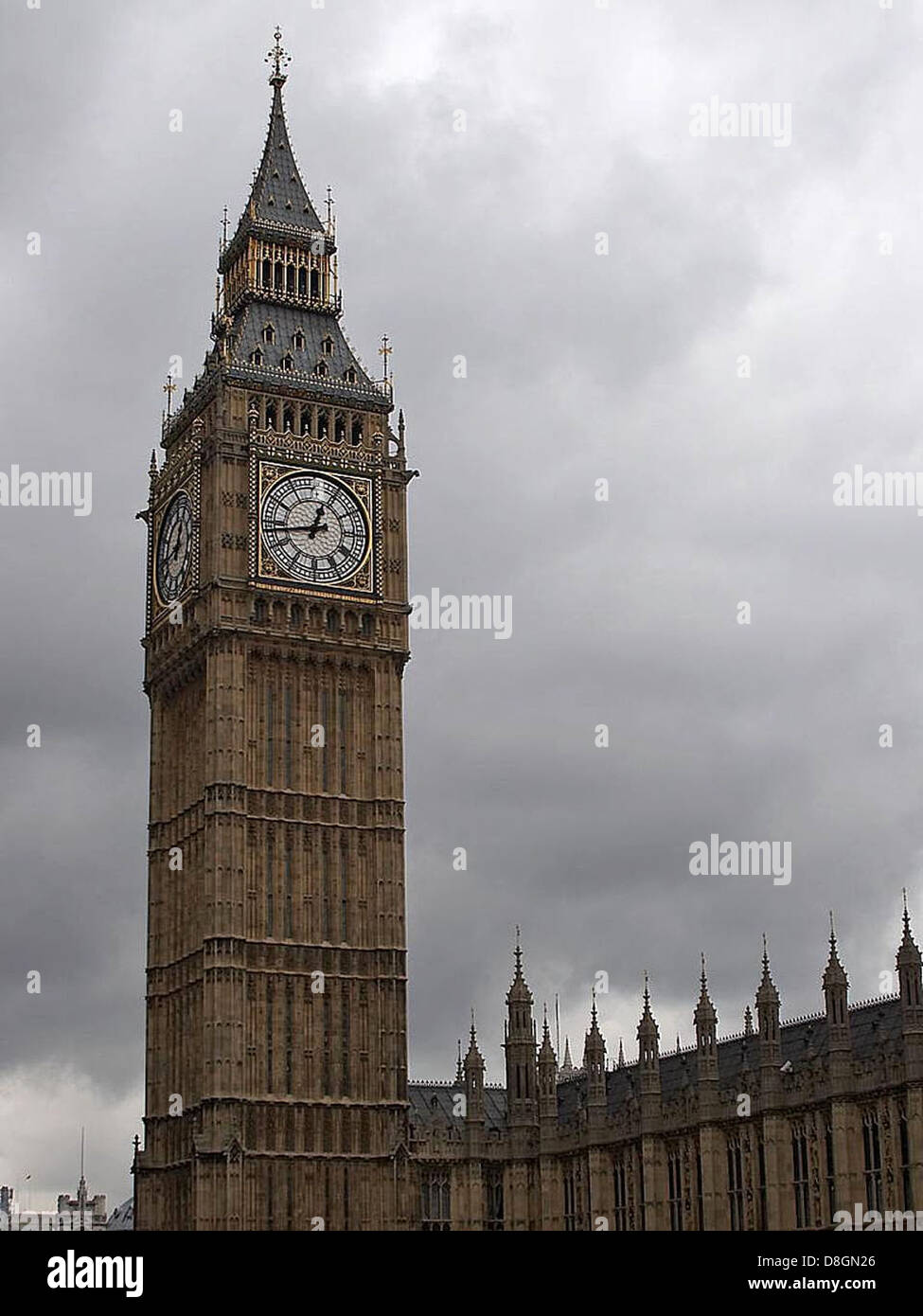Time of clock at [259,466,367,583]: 12:43
